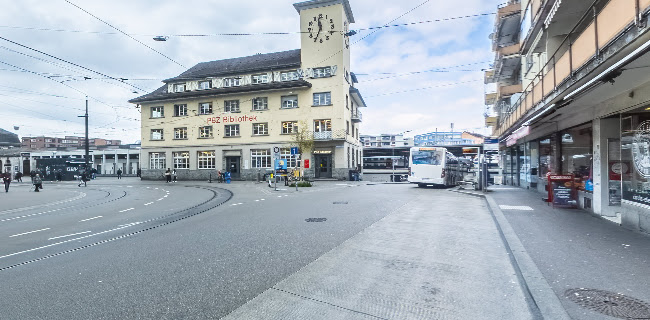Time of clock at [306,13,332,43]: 11:34
